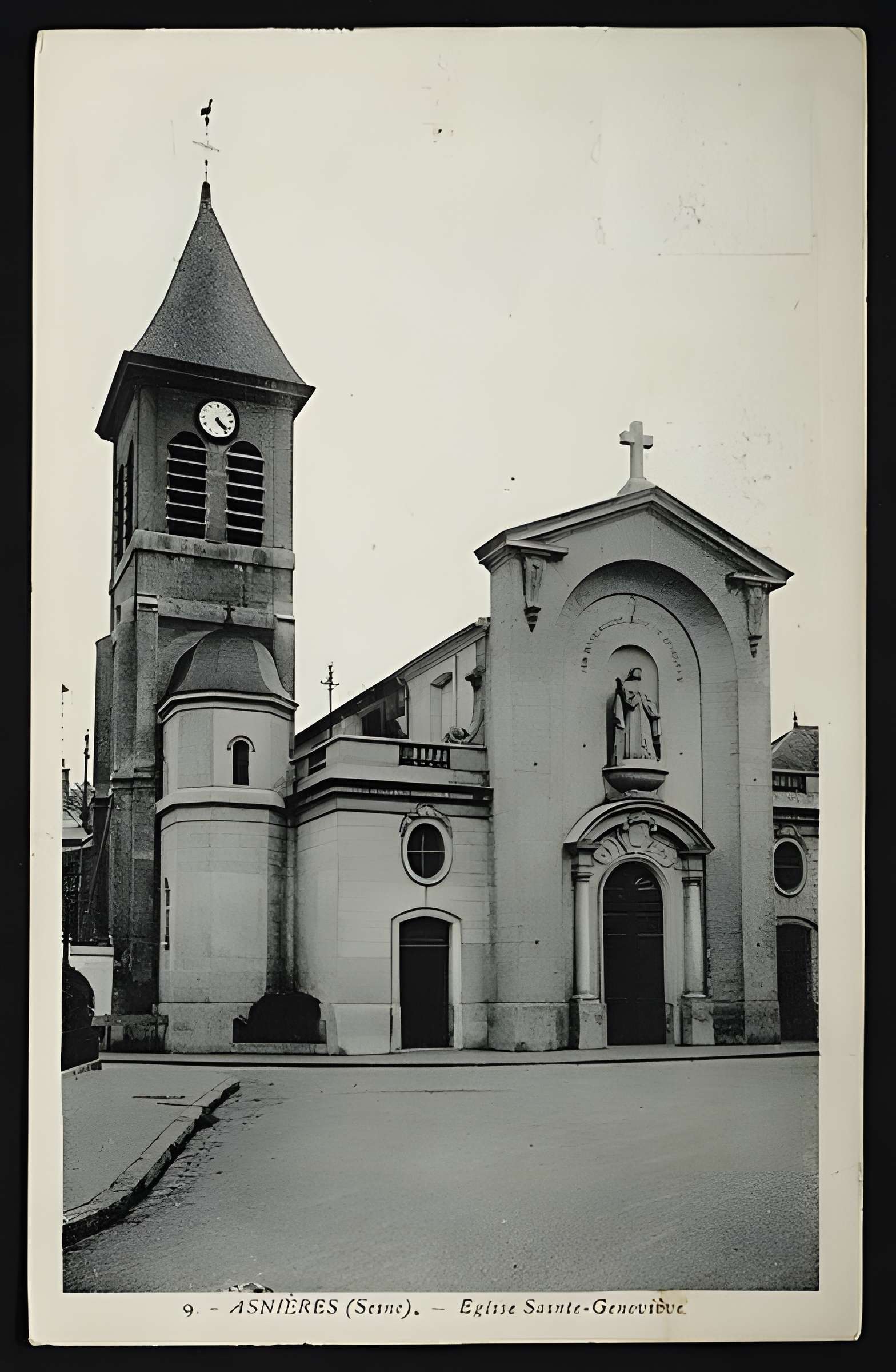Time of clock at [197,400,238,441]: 4:23
